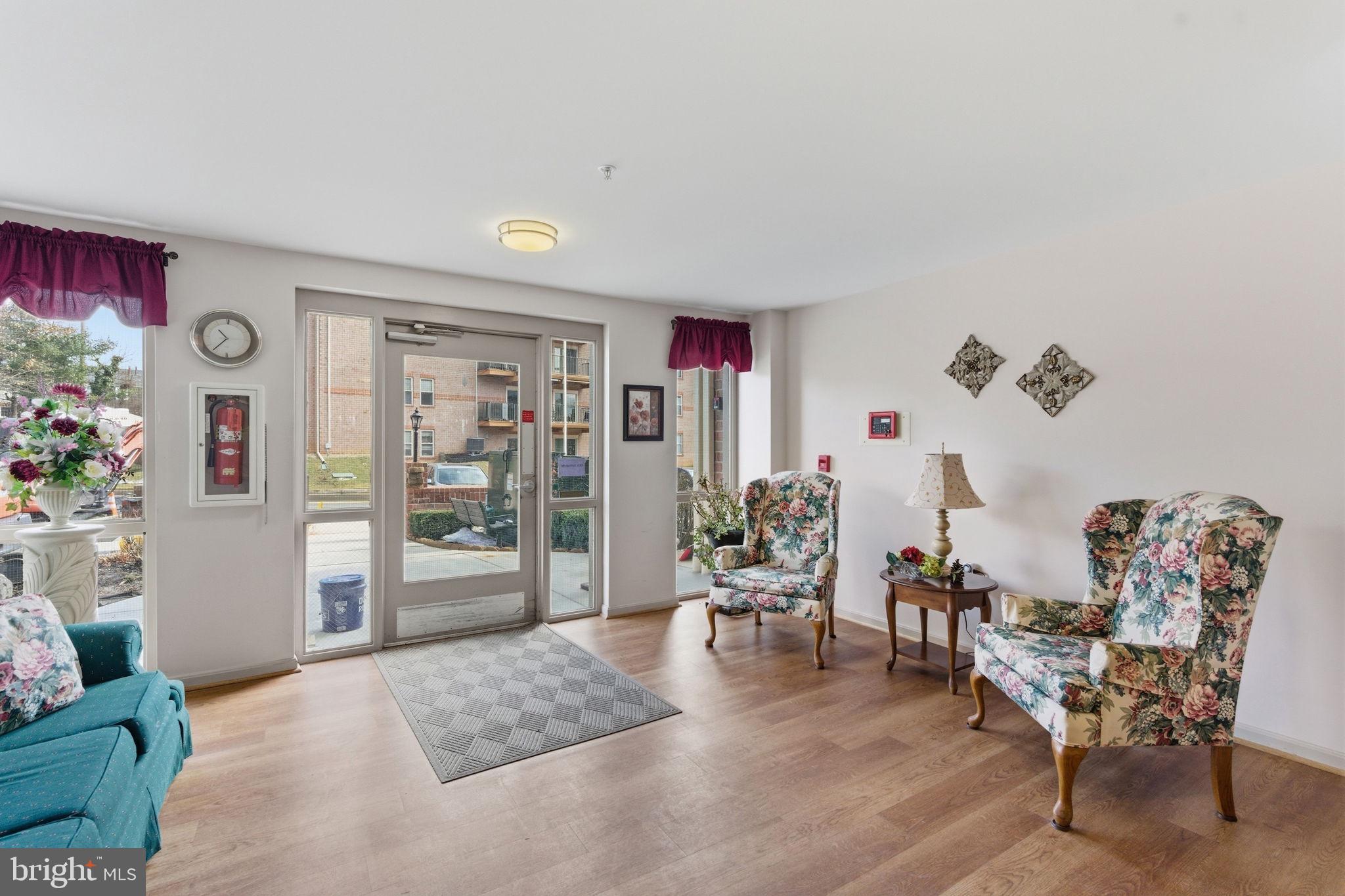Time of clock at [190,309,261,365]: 10:36
